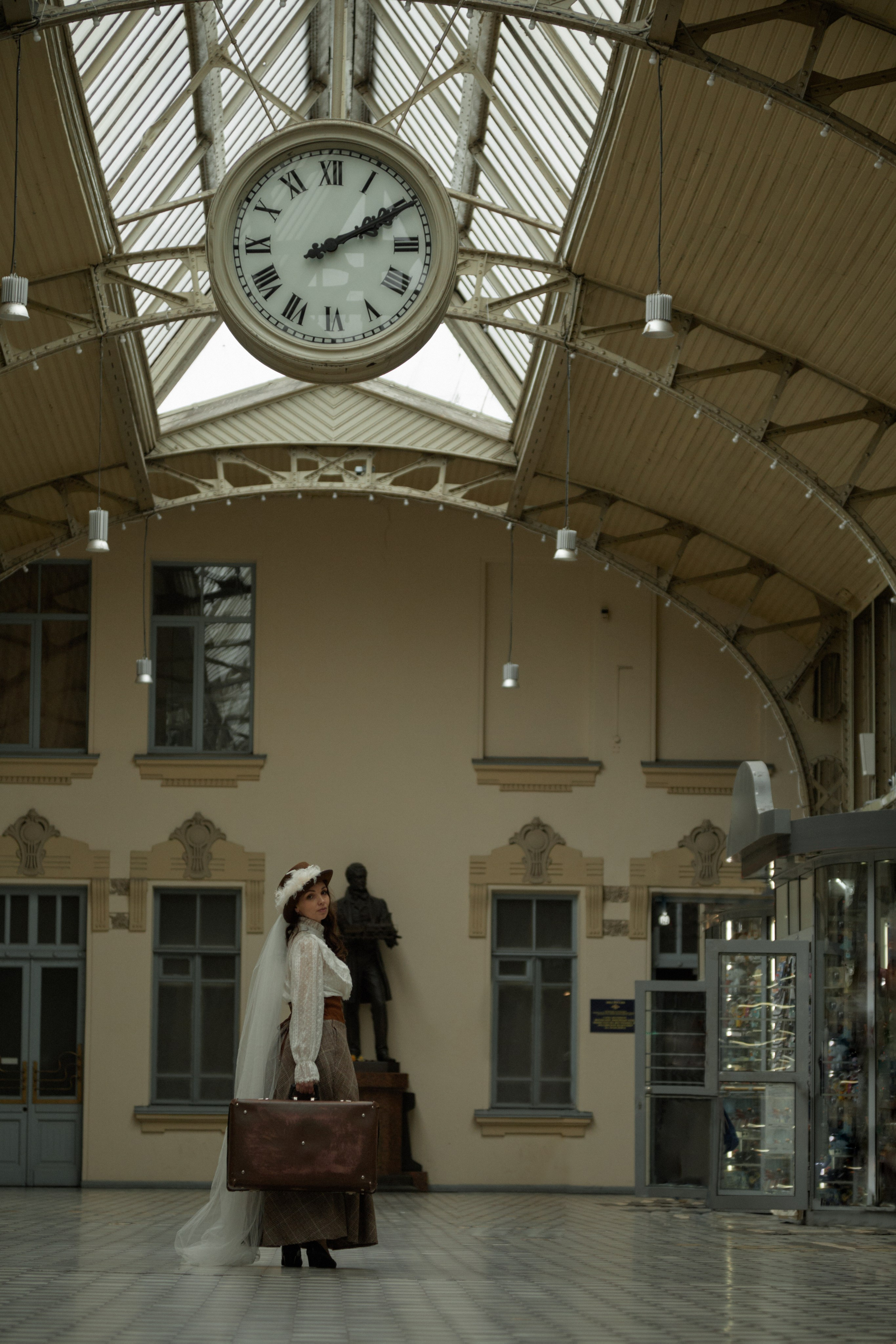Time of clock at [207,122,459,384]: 2:10
